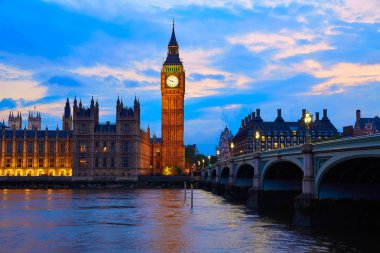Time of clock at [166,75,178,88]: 9:48
